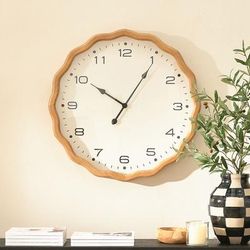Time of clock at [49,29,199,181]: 10:05
